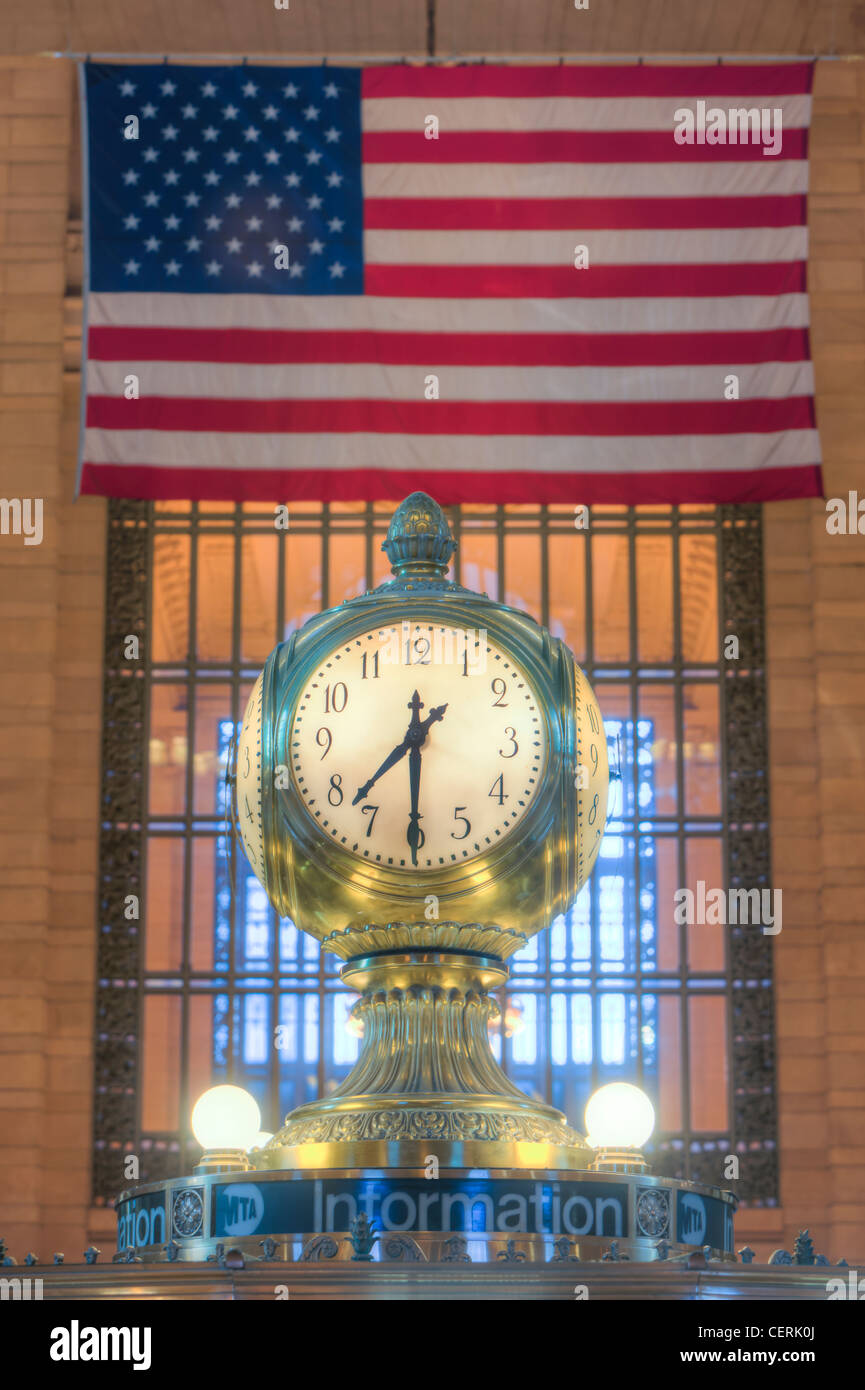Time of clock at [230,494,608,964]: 7:30
